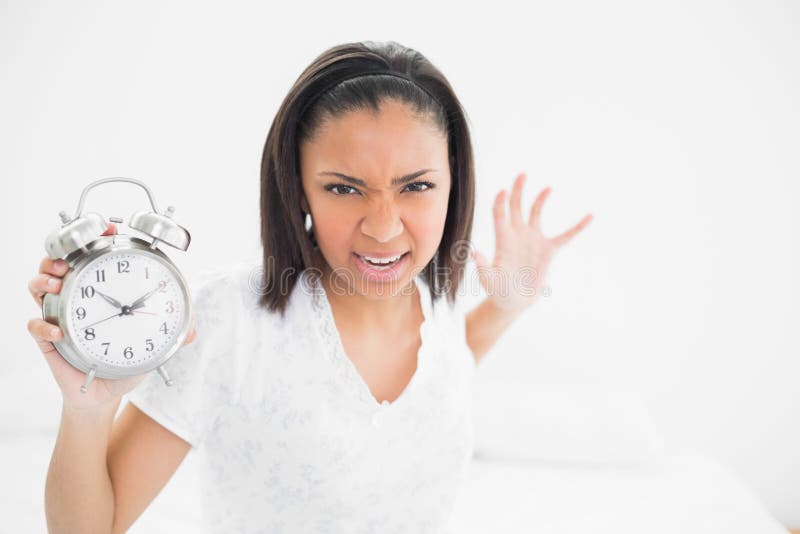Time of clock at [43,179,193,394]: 1:51
